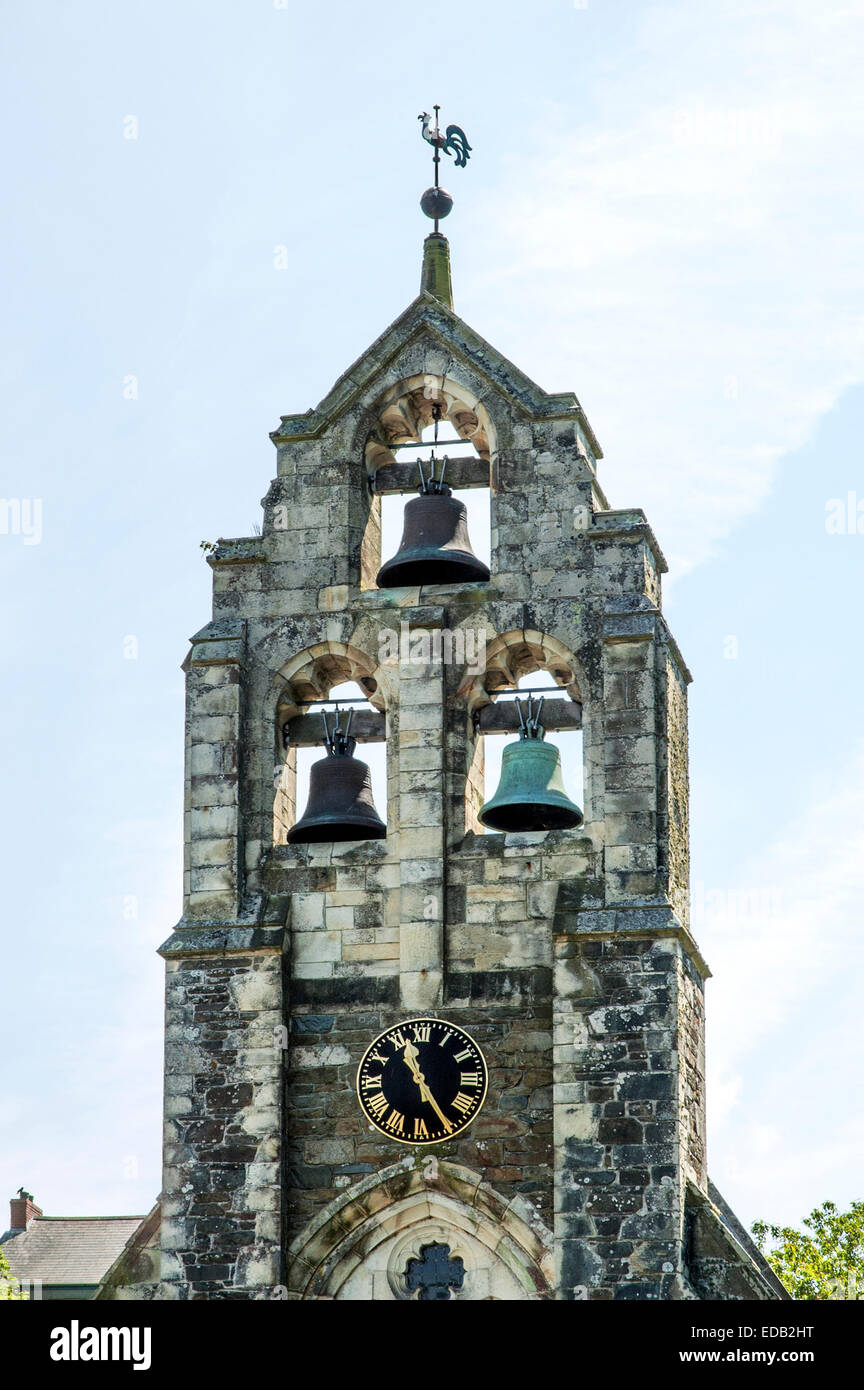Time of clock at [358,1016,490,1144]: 11:25
